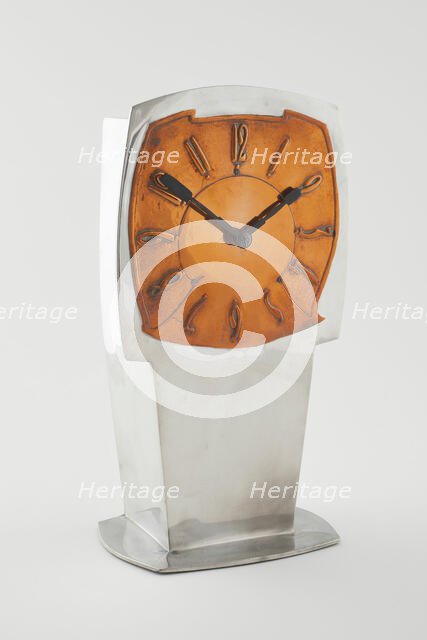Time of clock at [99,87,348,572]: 1:50
